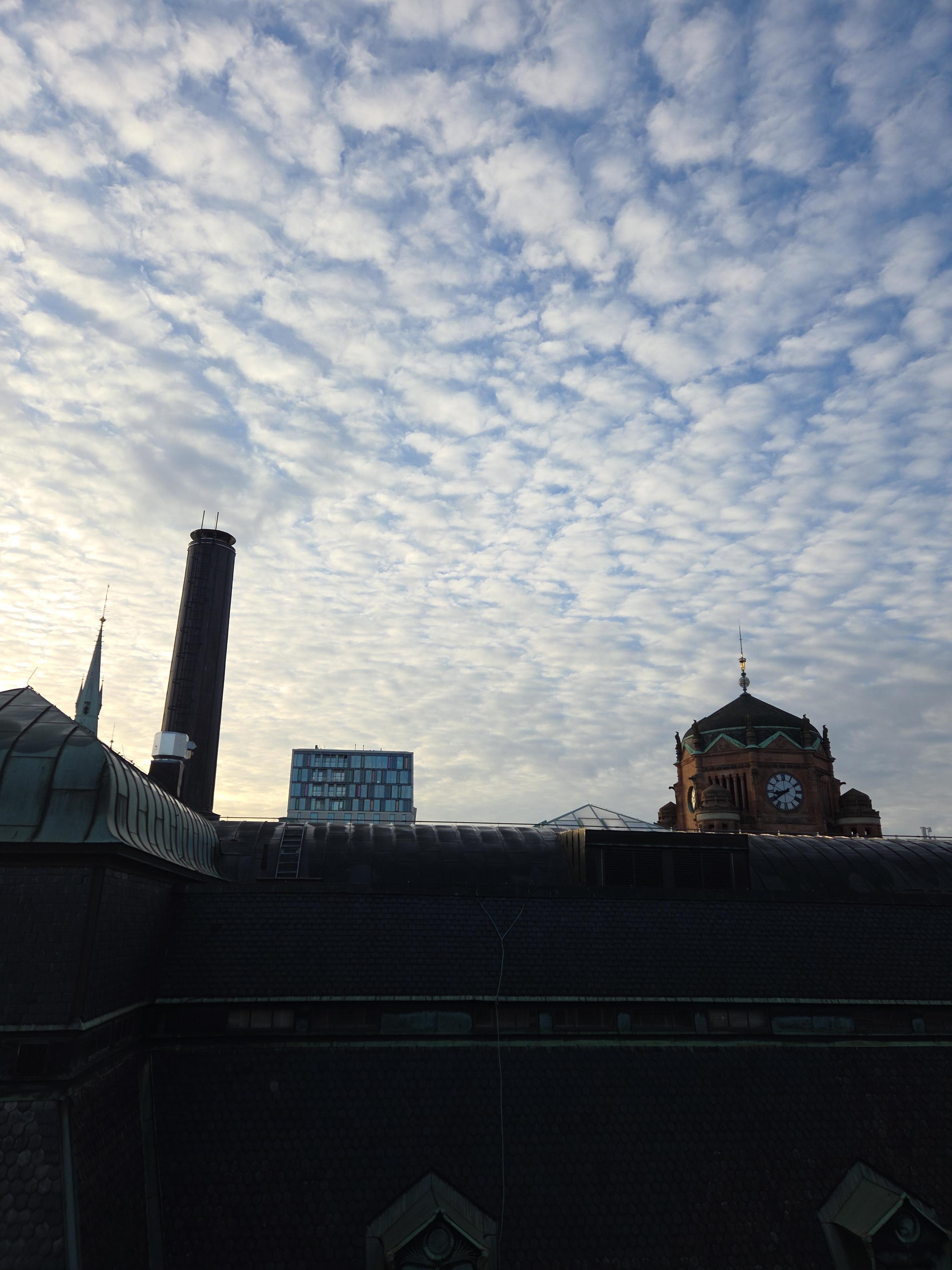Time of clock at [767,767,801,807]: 8:38
